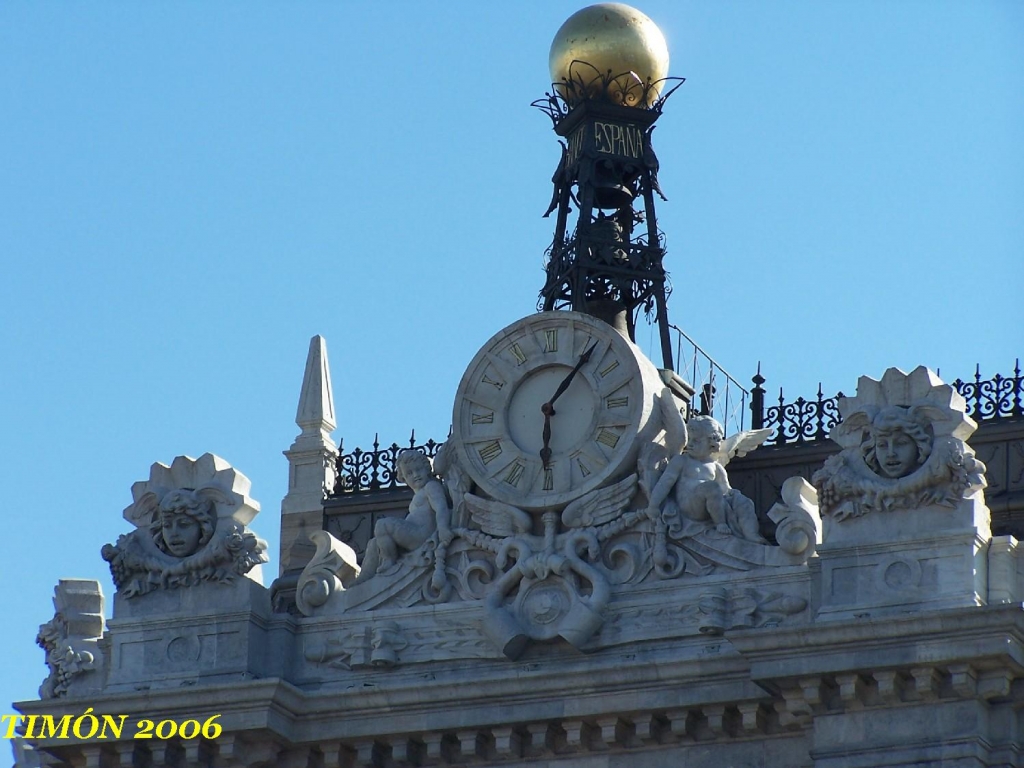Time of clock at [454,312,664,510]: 6:07
